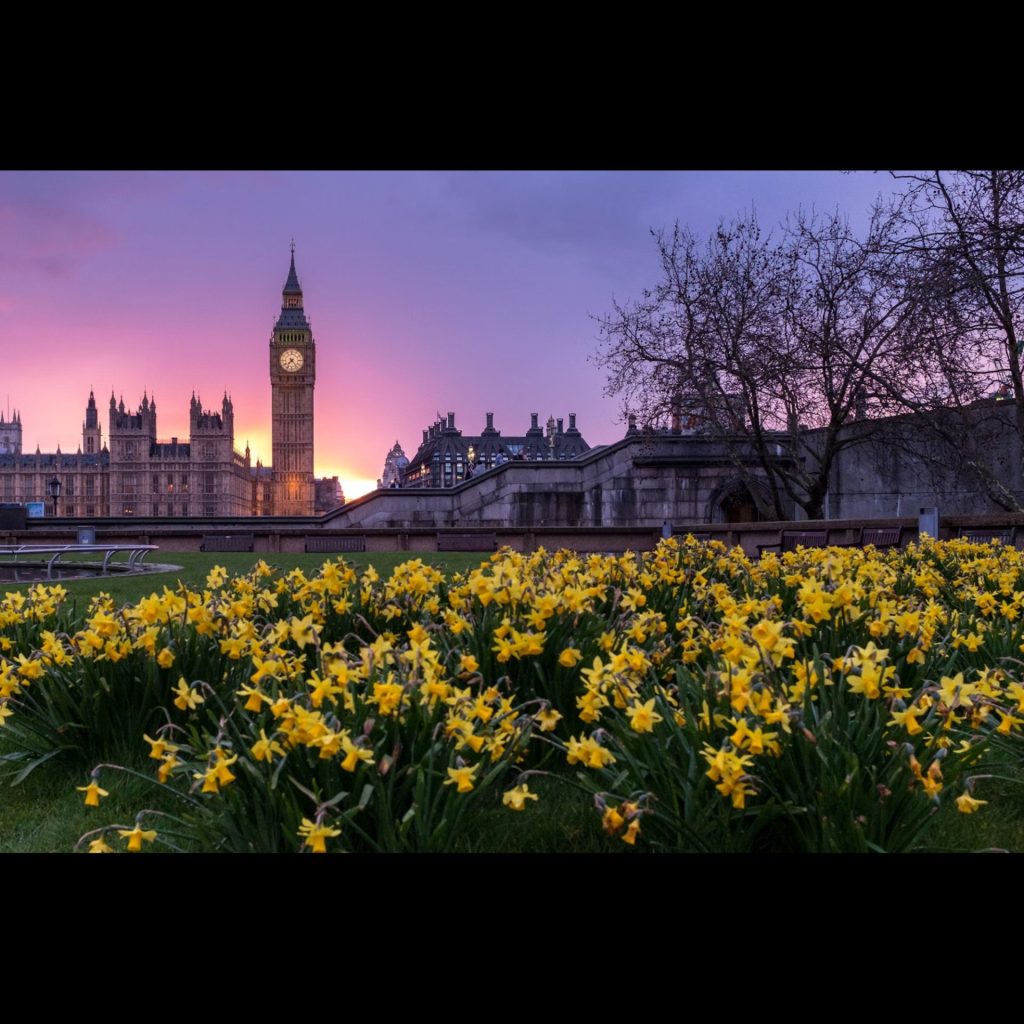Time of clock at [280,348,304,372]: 7:23
